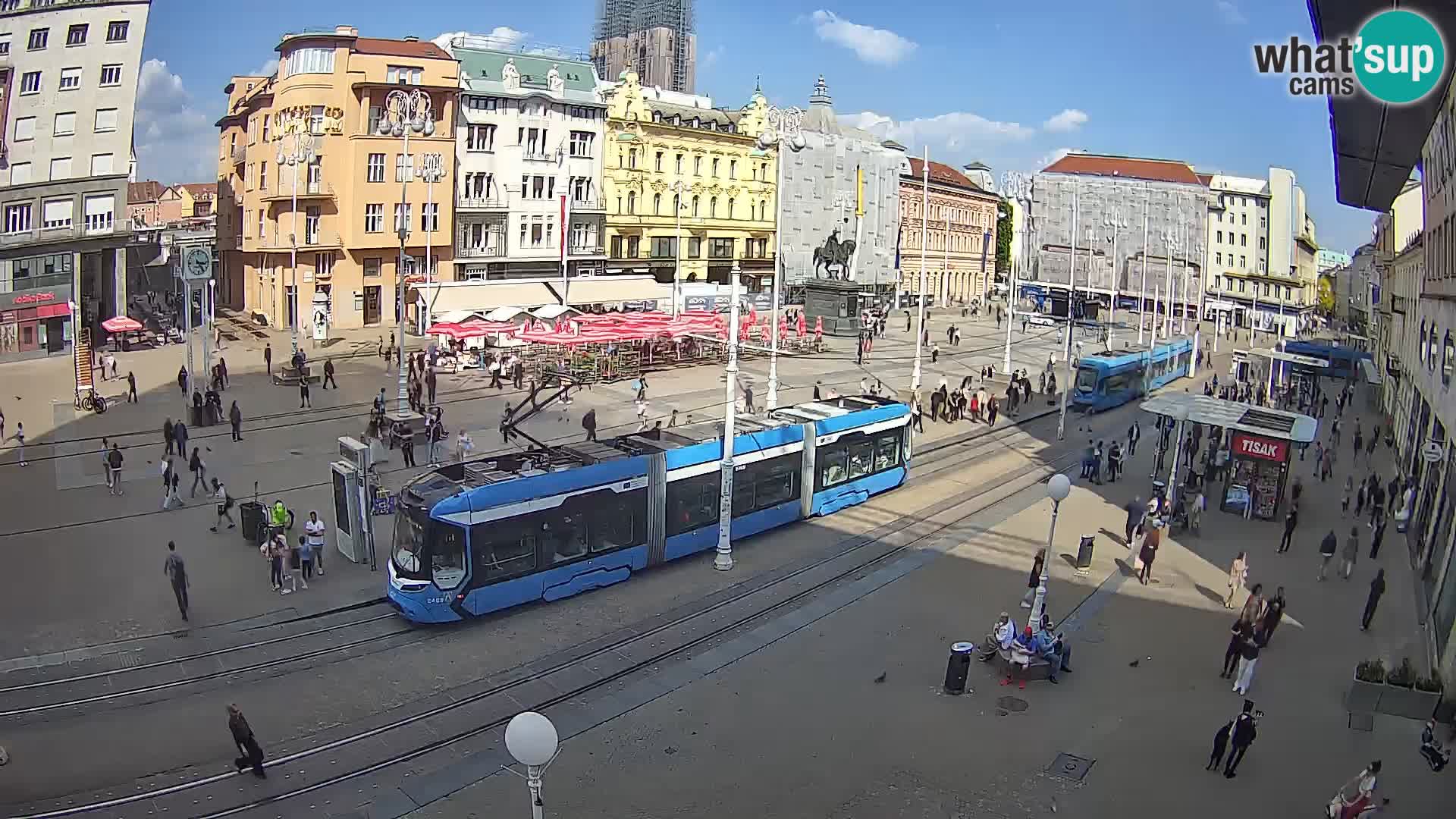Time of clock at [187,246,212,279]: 3:24
